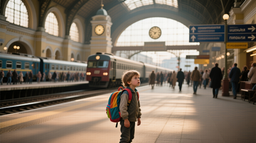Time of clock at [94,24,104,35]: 4:12
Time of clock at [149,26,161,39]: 6:50
